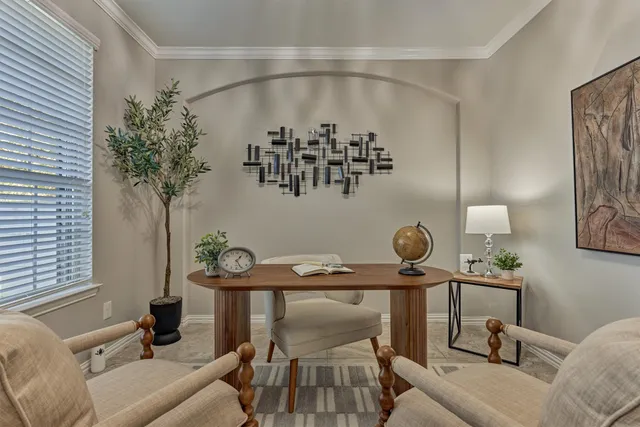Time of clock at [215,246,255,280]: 1:26
